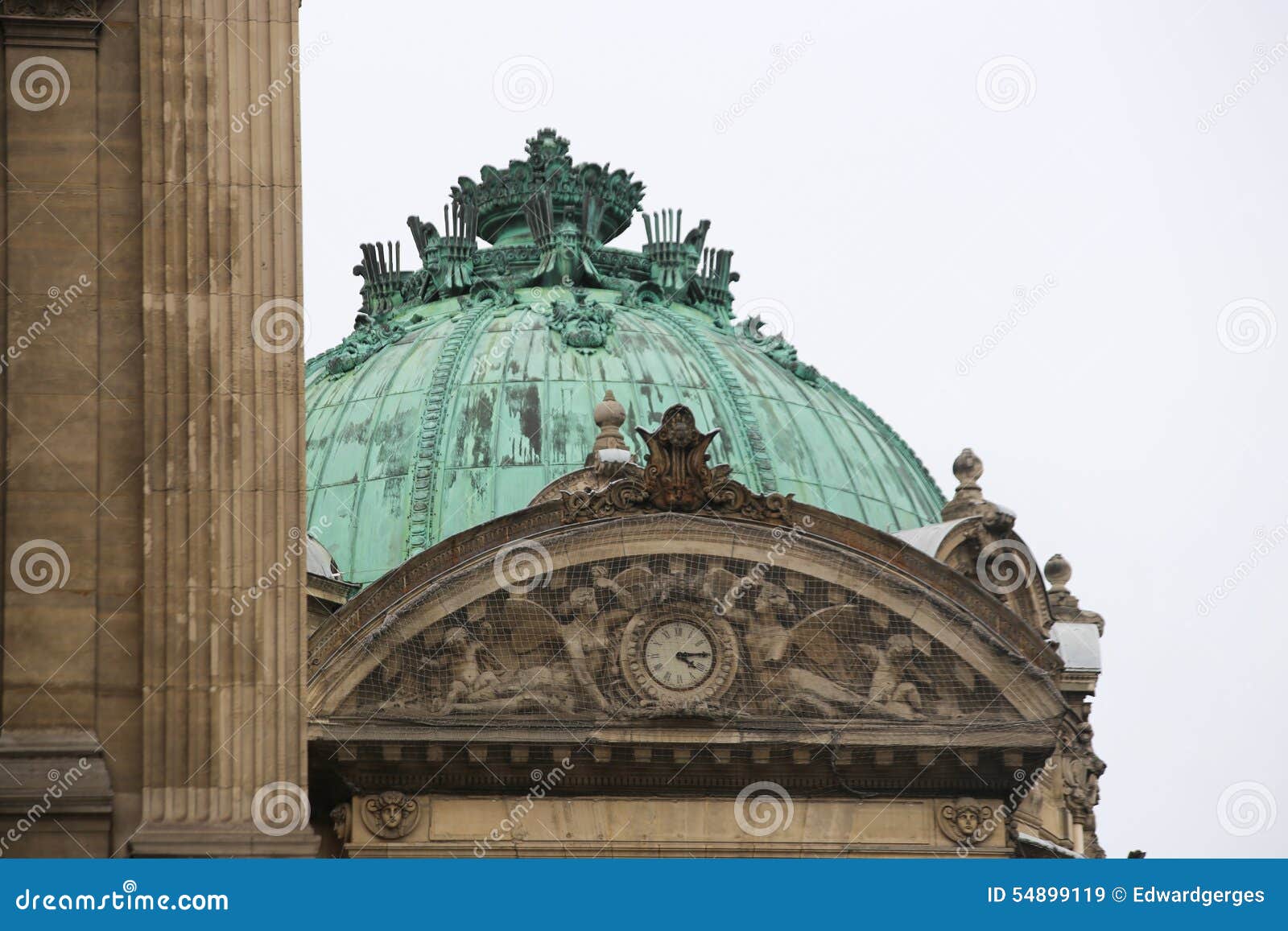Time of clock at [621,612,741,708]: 4:14
